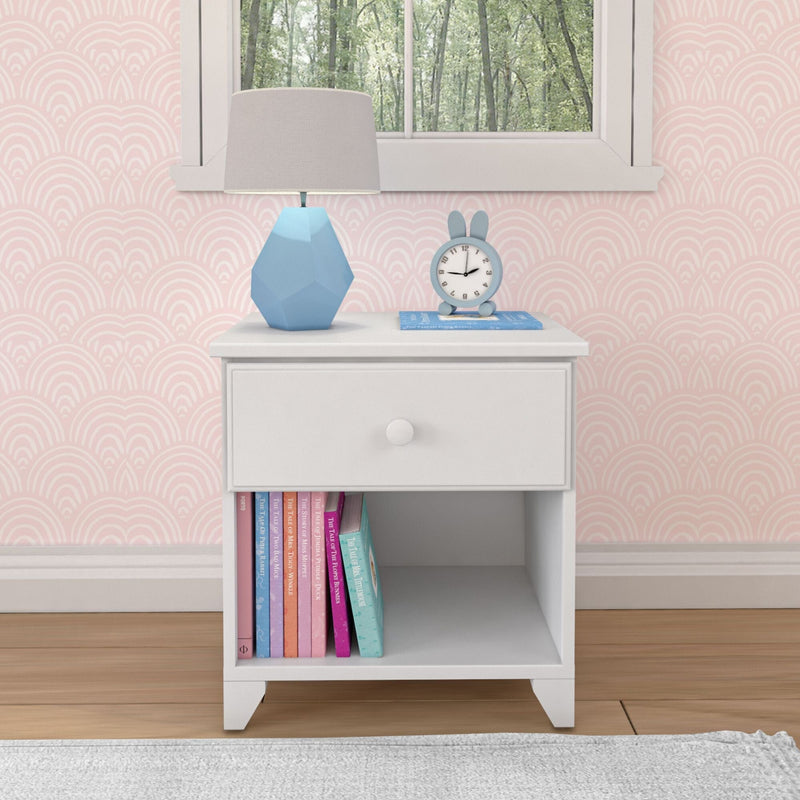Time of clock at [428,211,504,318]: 2:01
